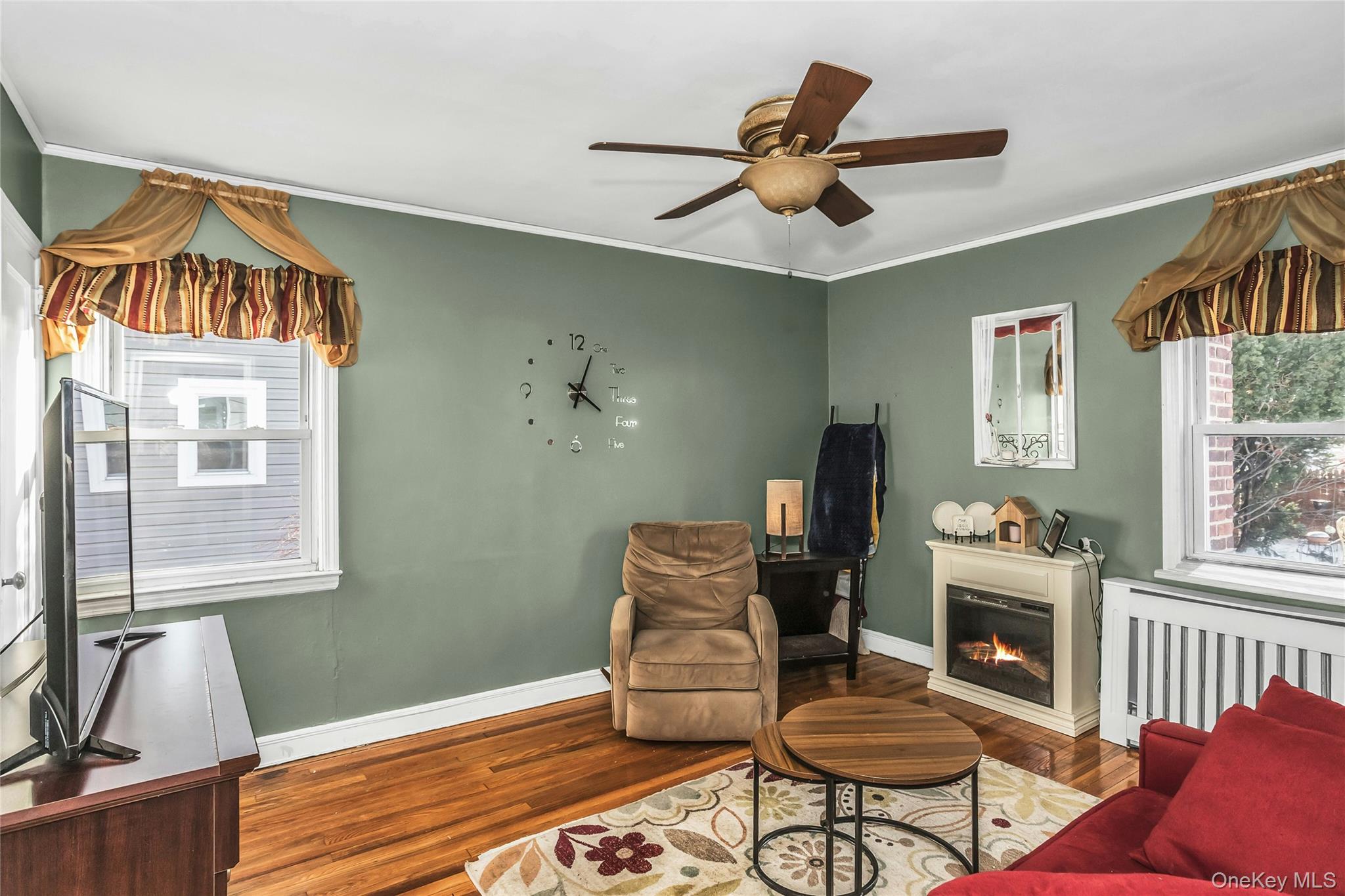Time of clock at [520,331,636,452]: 4:03
